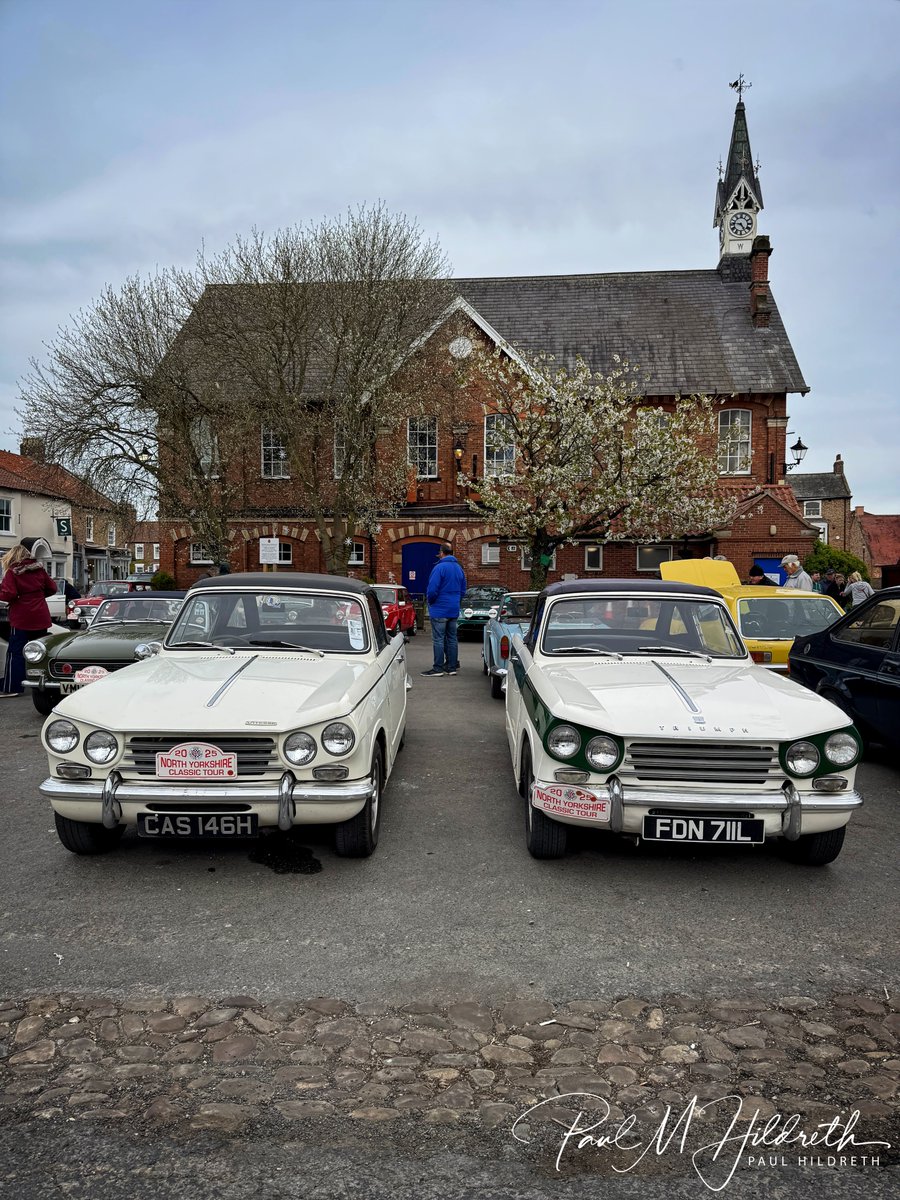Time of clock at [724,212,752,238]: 4:46
